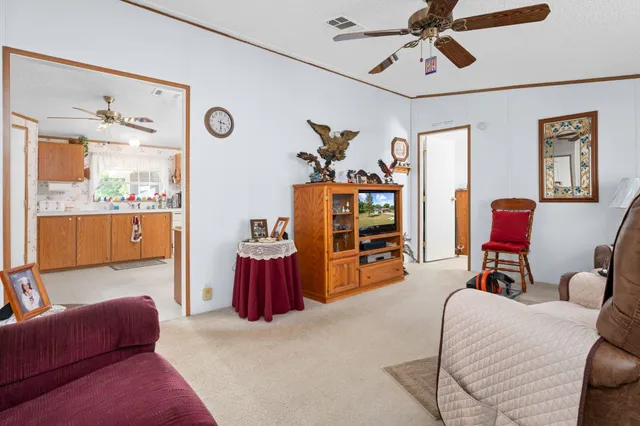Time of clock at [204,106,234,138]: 3:30
